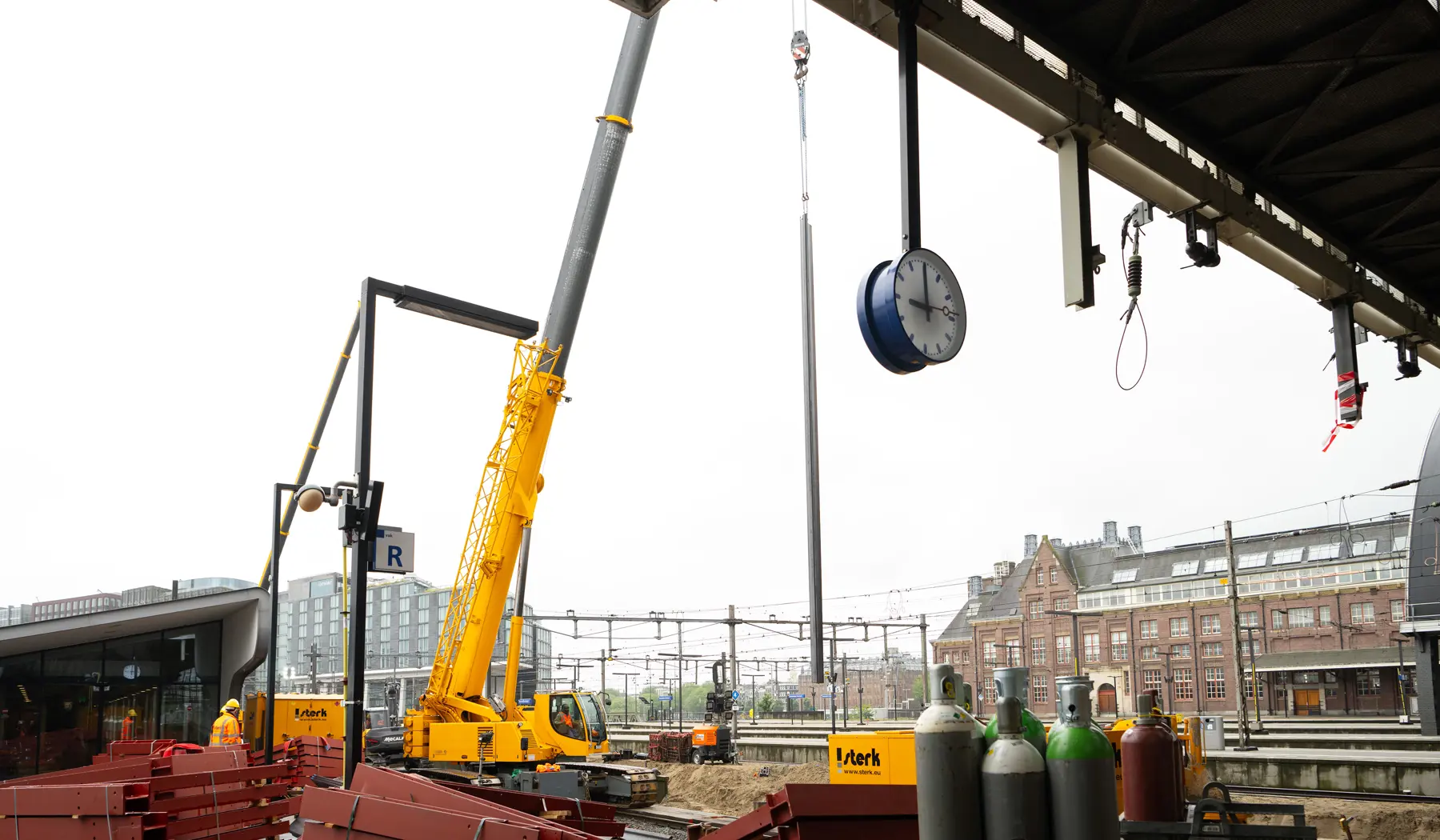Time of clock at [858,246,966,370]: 8:59
